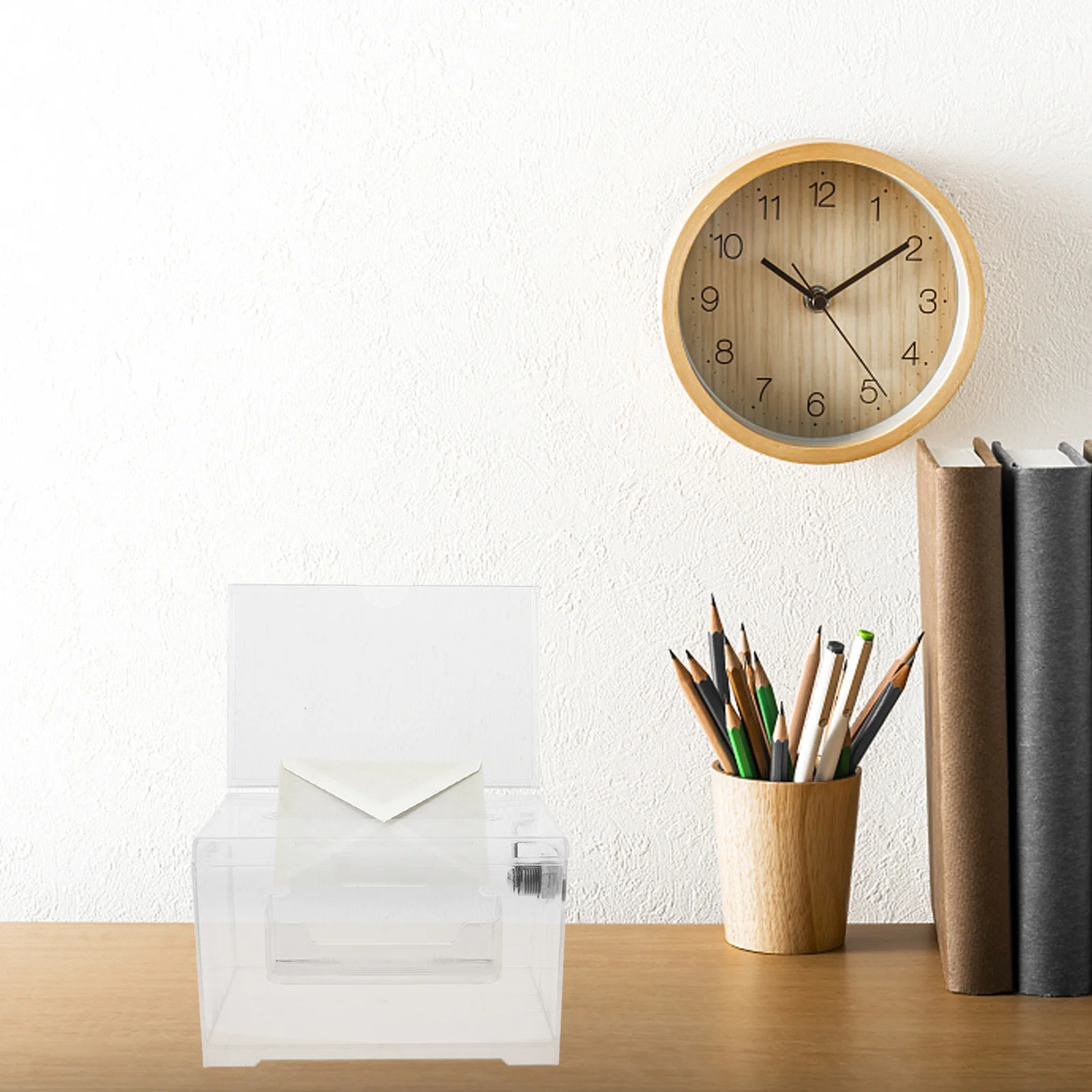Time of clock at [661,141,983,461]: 10:09
